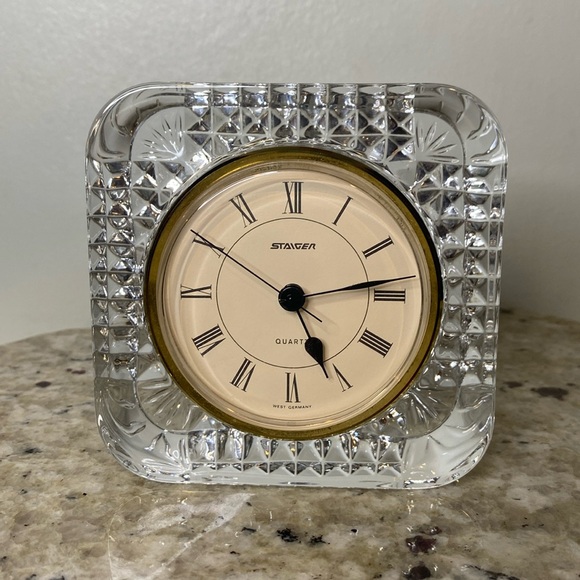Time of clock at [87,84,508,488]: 5:13
